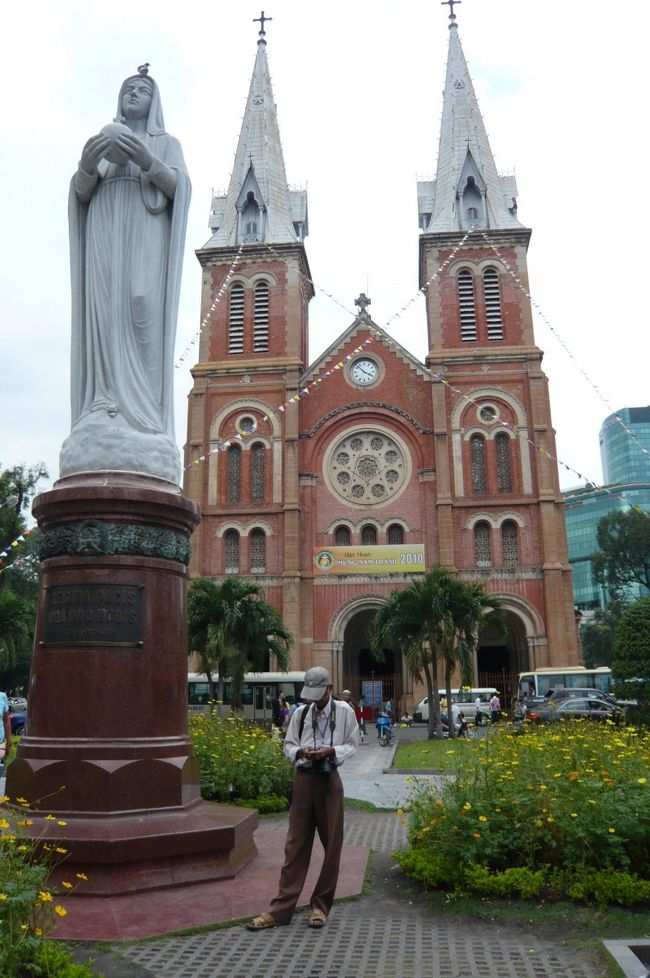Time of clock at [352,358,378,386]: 3:52
